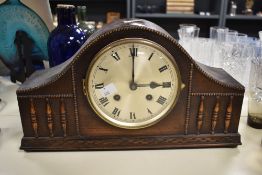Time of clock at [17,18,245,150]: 3:00
